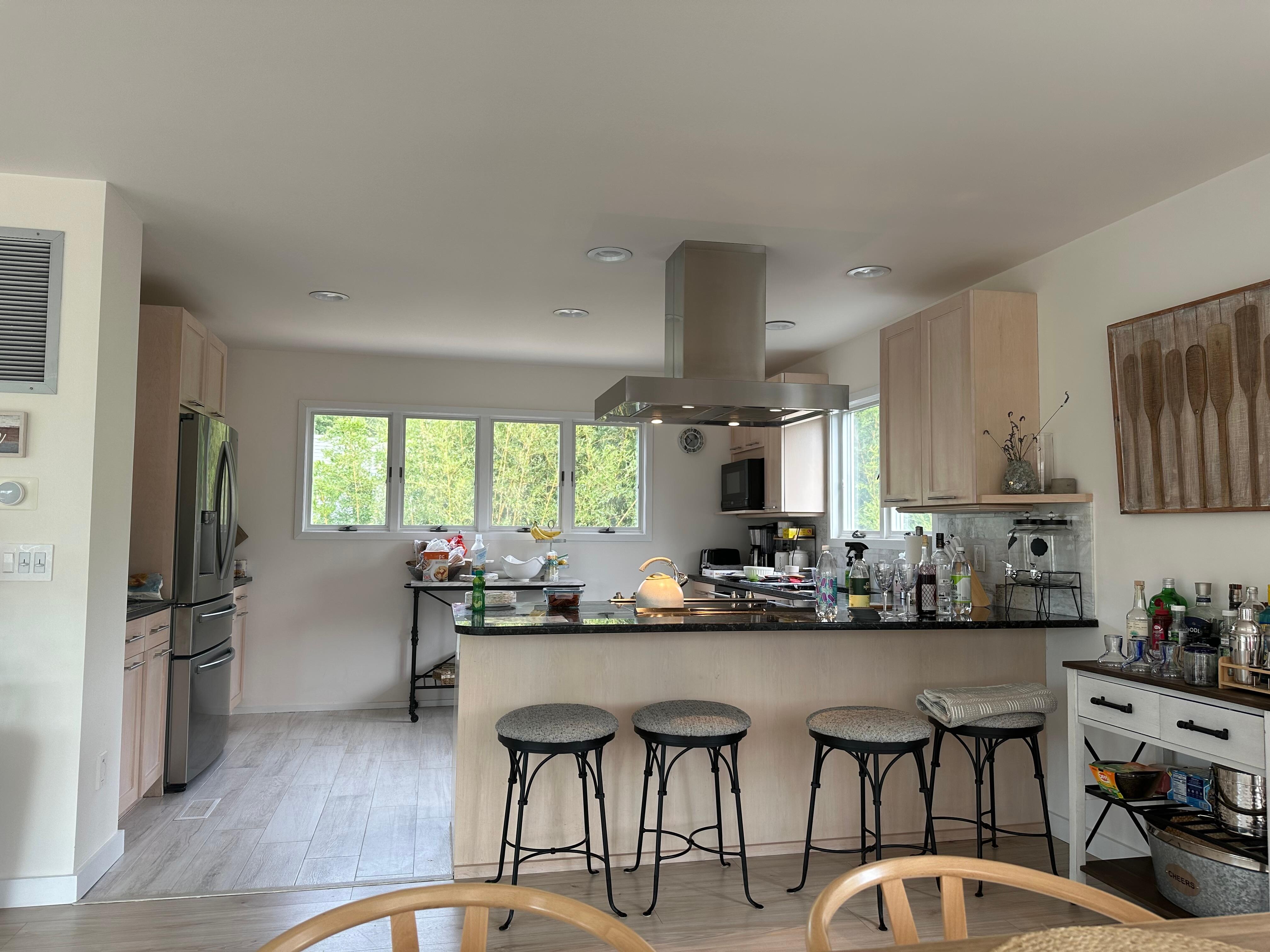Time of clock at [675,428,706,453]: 10:37
